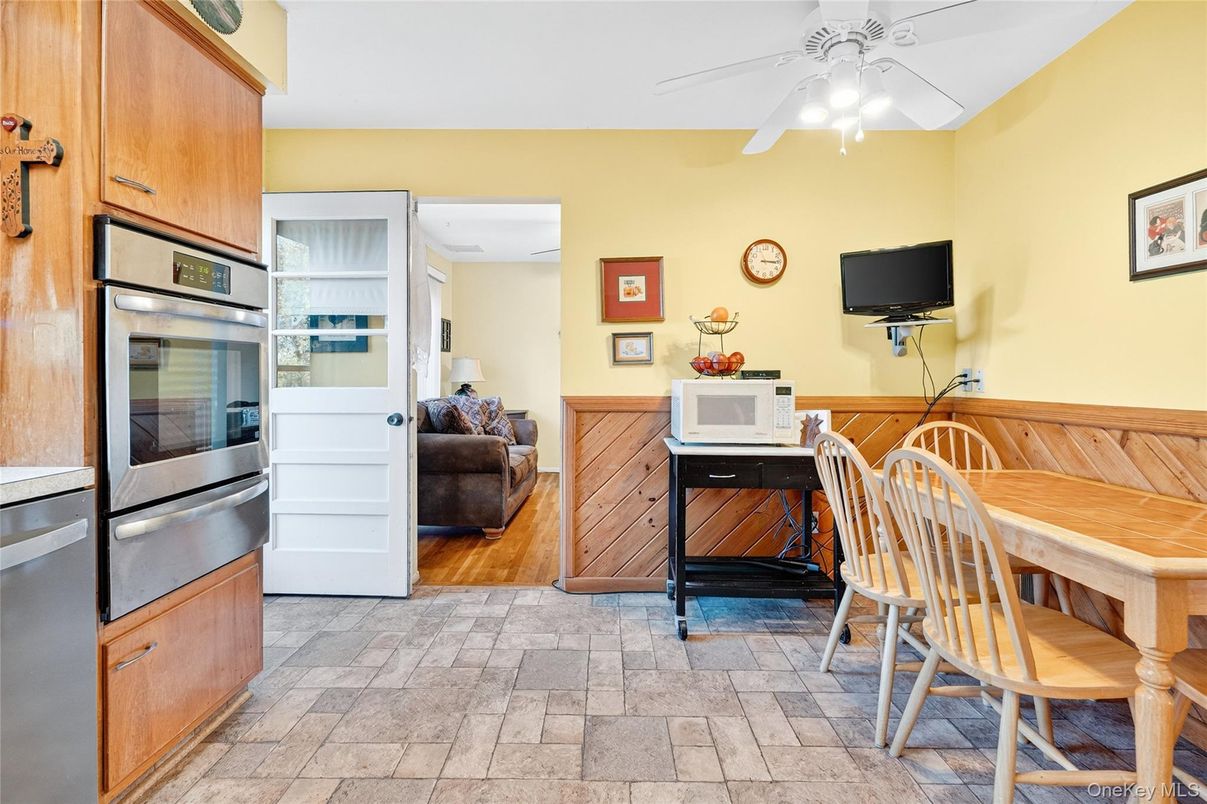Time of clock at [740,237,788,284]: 3:14
